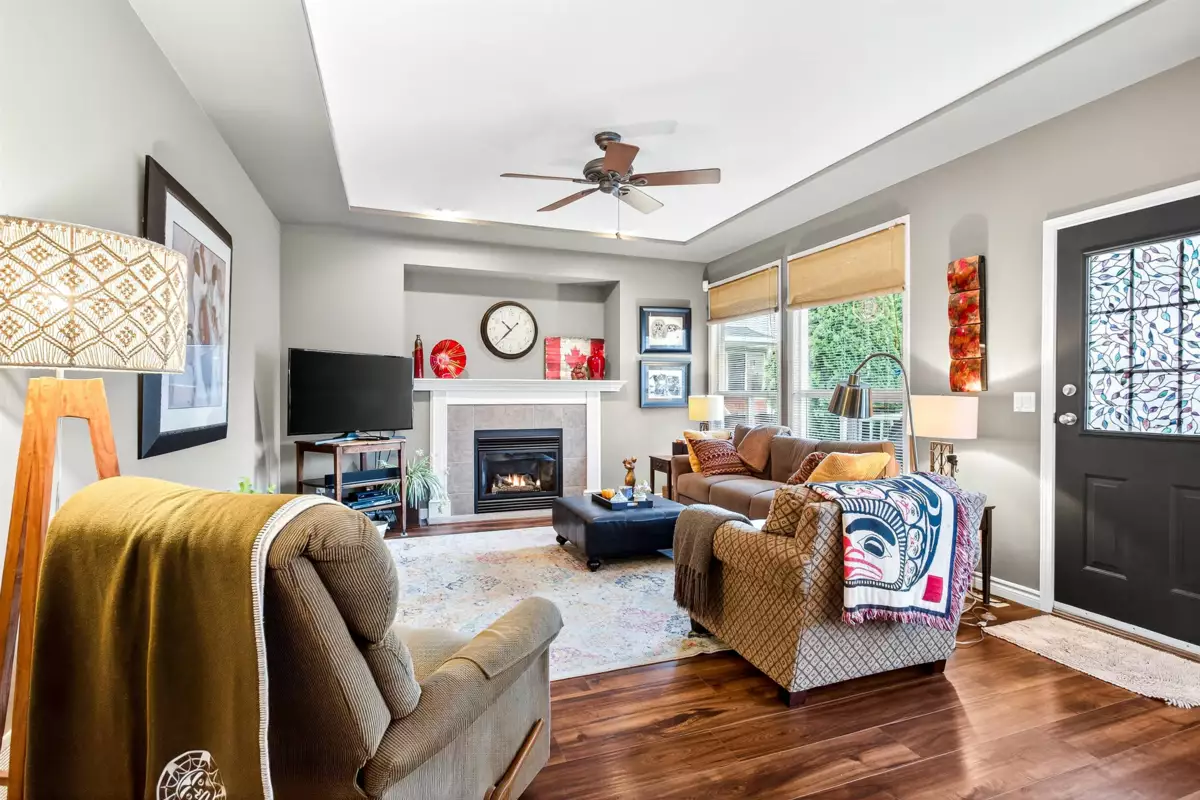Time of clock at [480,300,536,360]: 10:37
